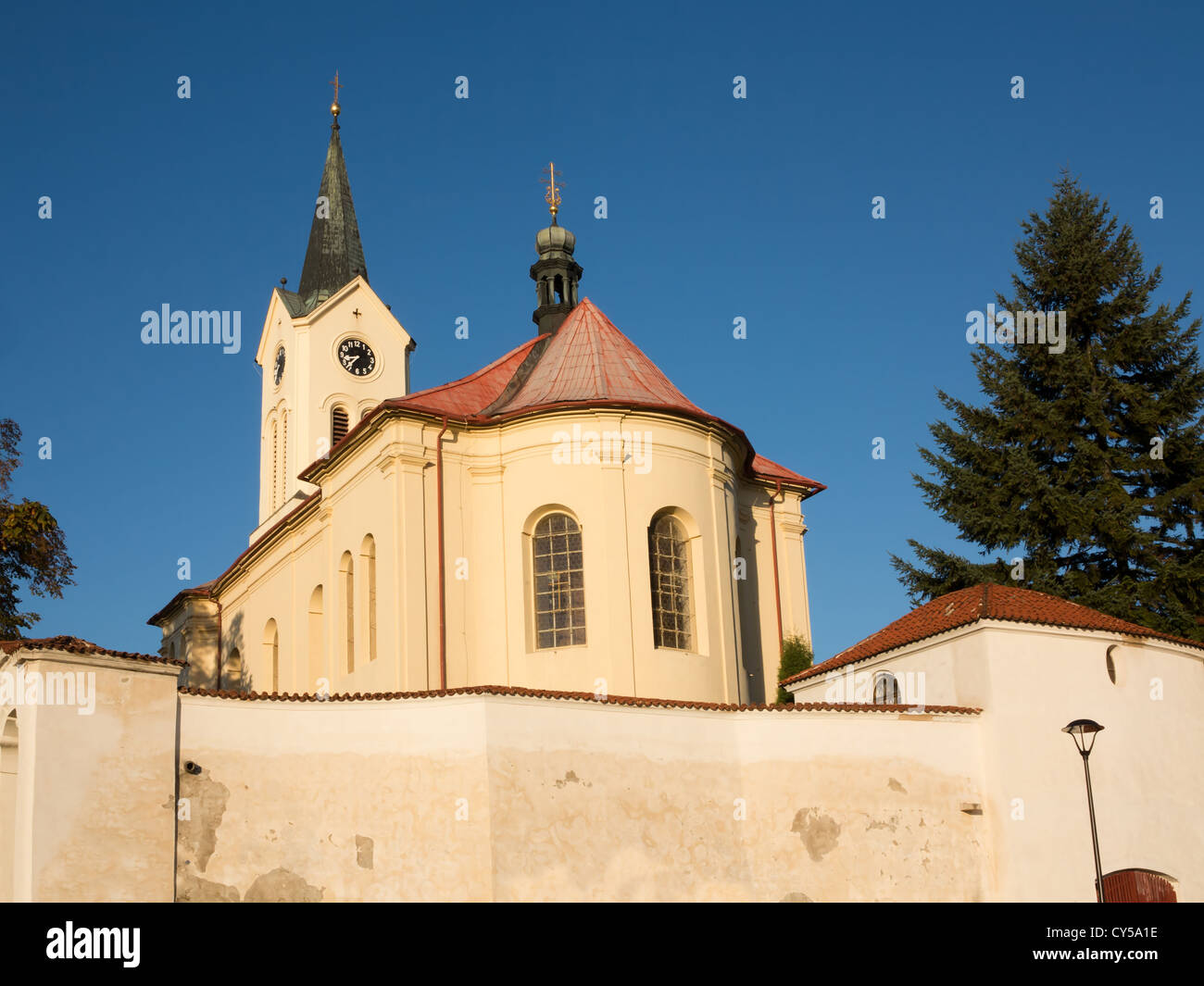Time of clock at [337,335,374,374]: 8:37
